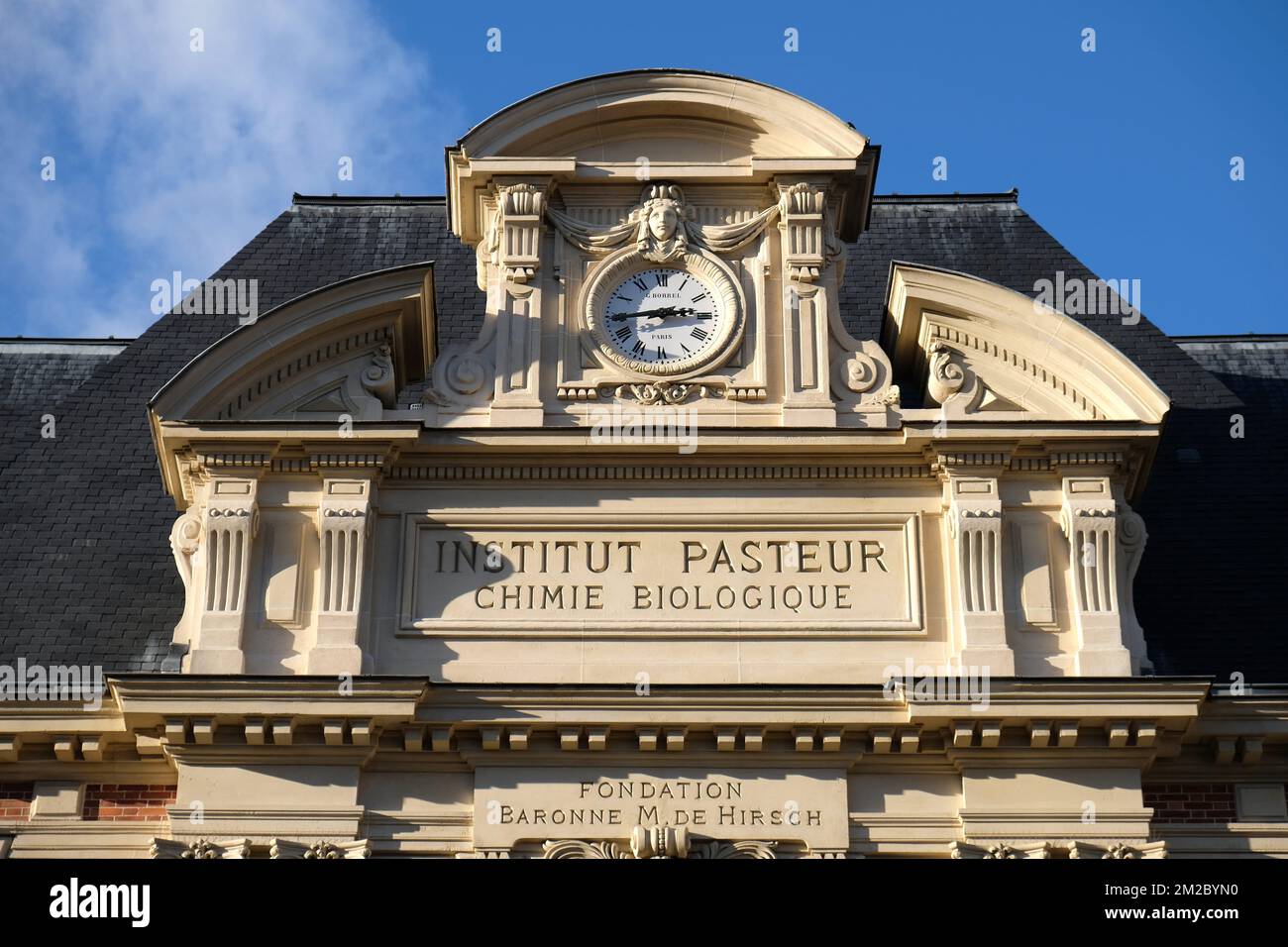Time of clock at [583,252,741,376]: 2:44
